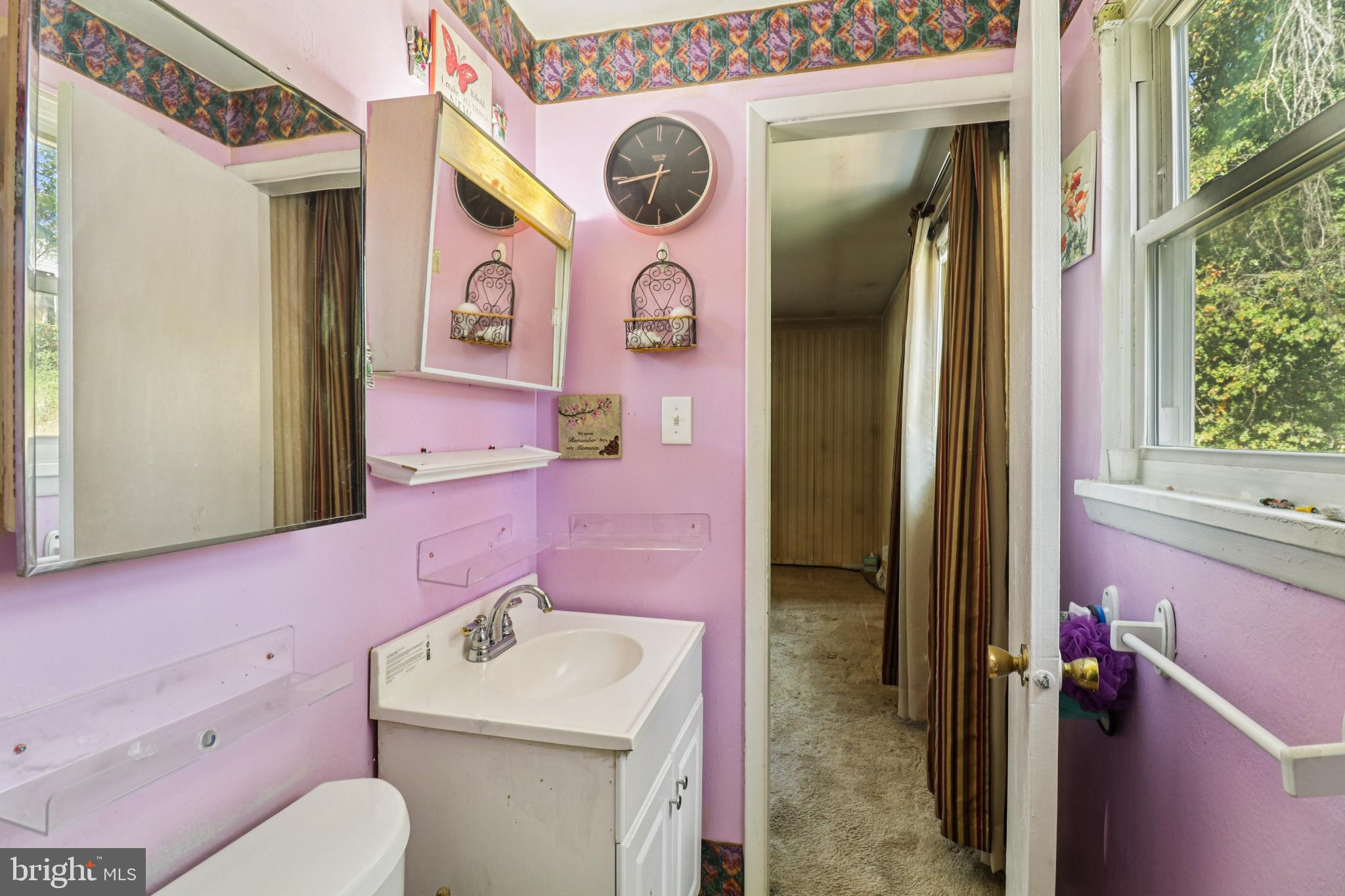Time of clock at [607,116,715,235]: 6:43
